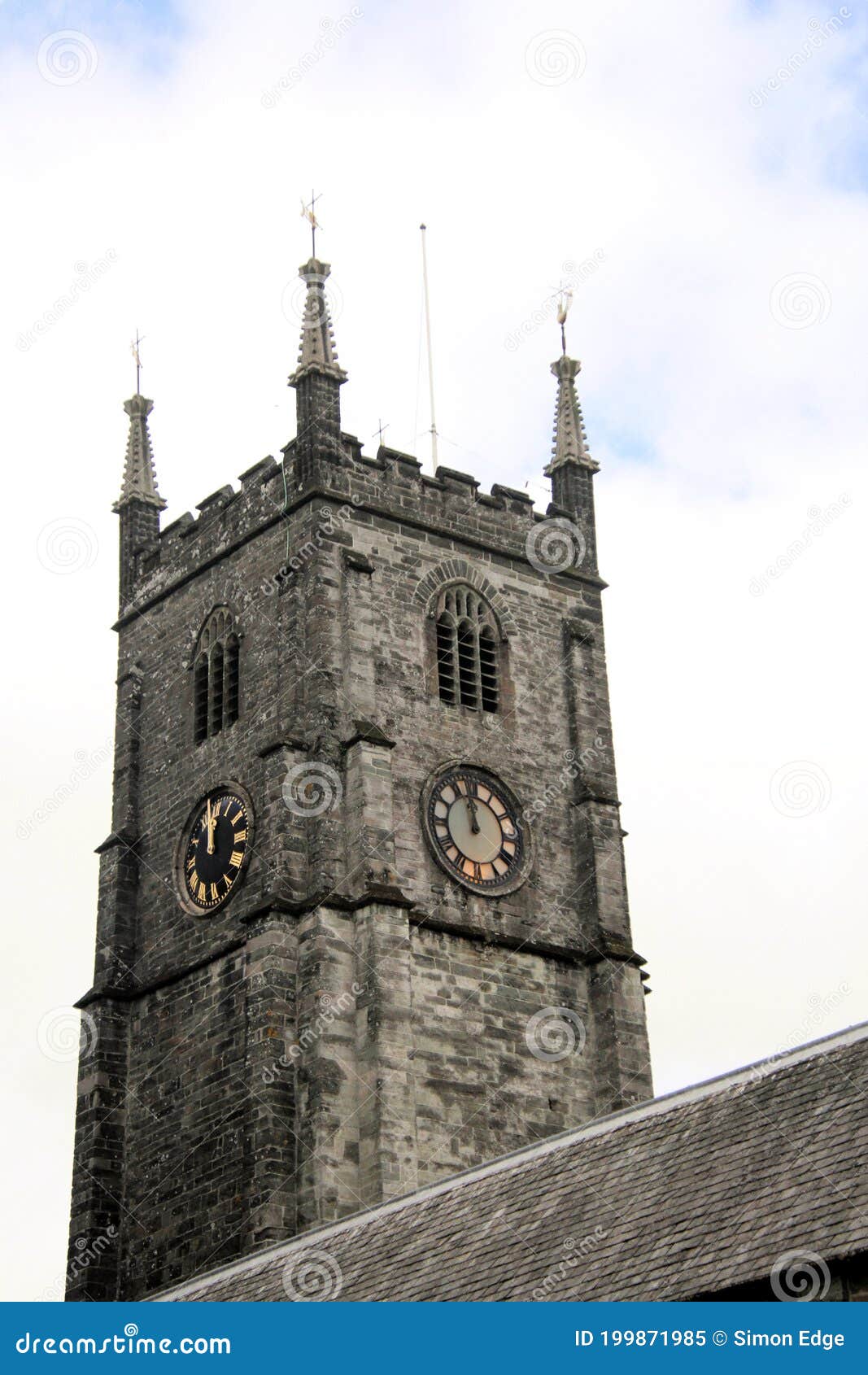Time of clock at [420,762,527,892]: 11:58
